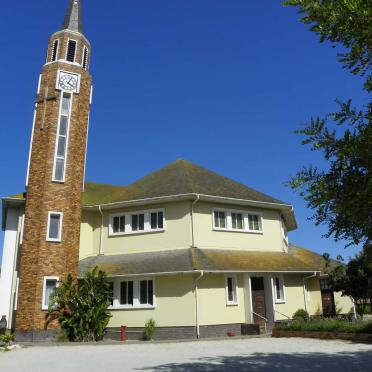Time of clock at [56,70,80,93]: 4:04
